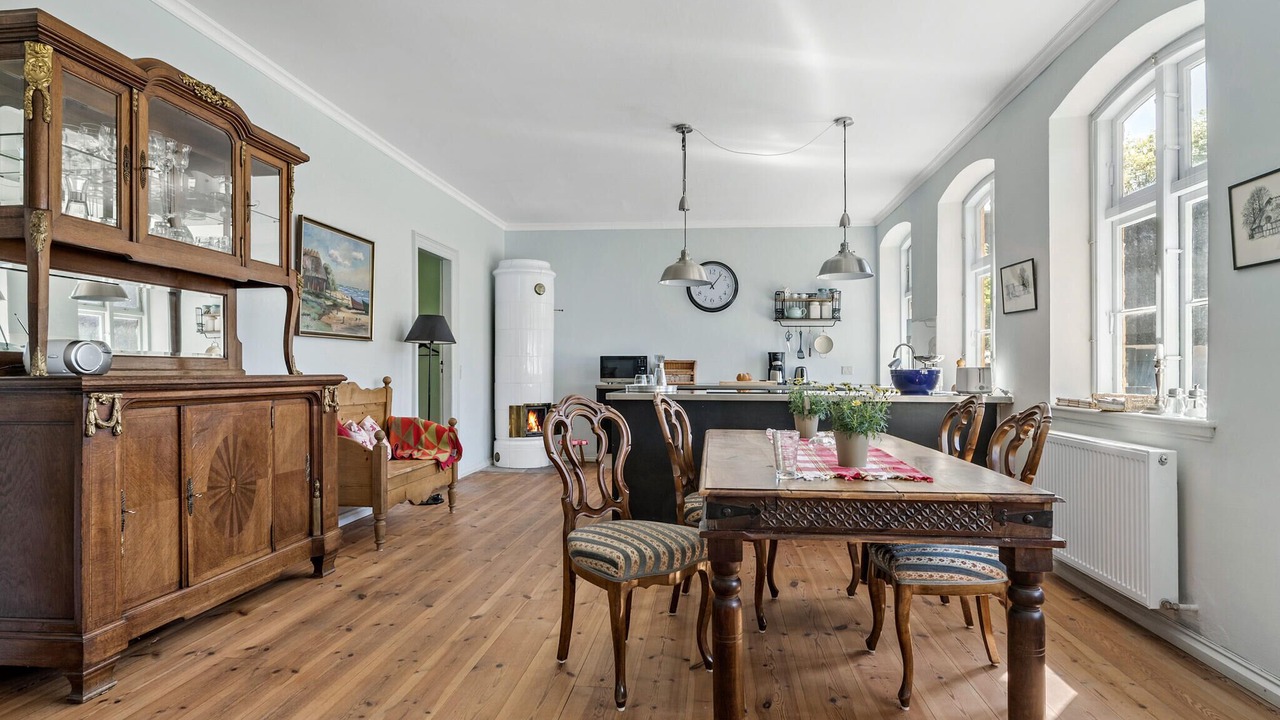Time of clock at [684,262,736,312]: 9:06
